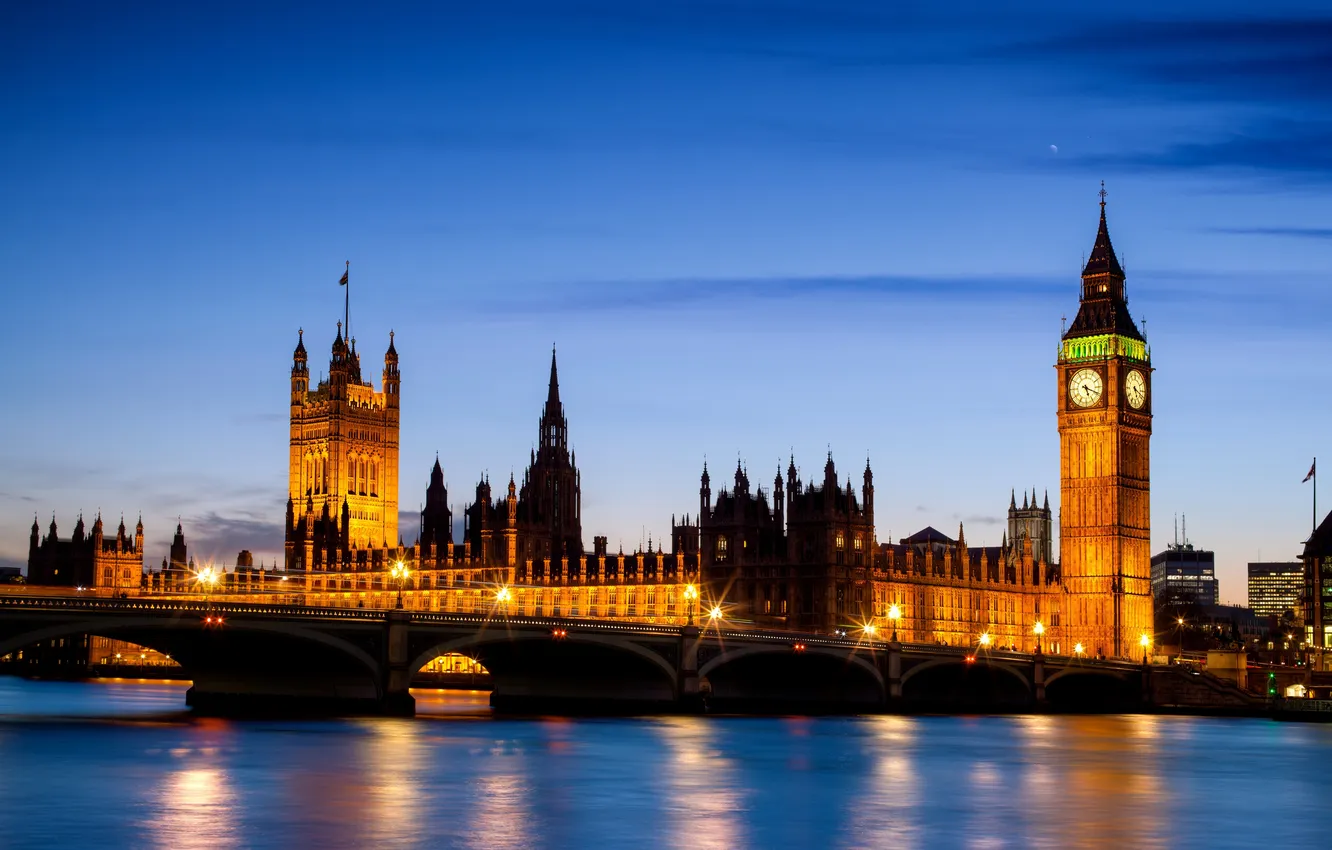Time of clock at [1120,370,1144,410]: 5:18
